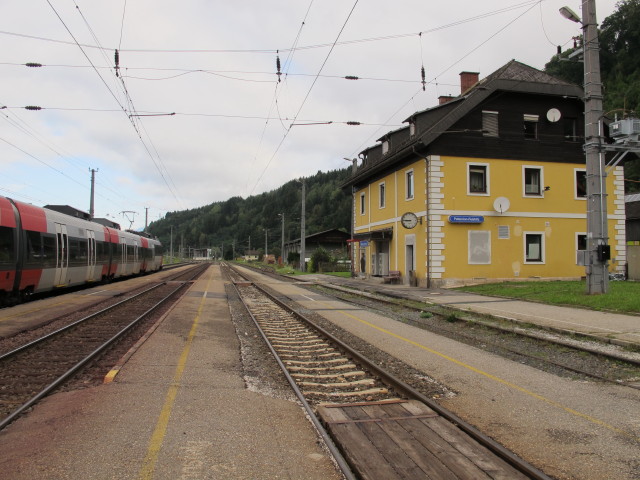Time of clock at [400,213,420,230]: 8:45
